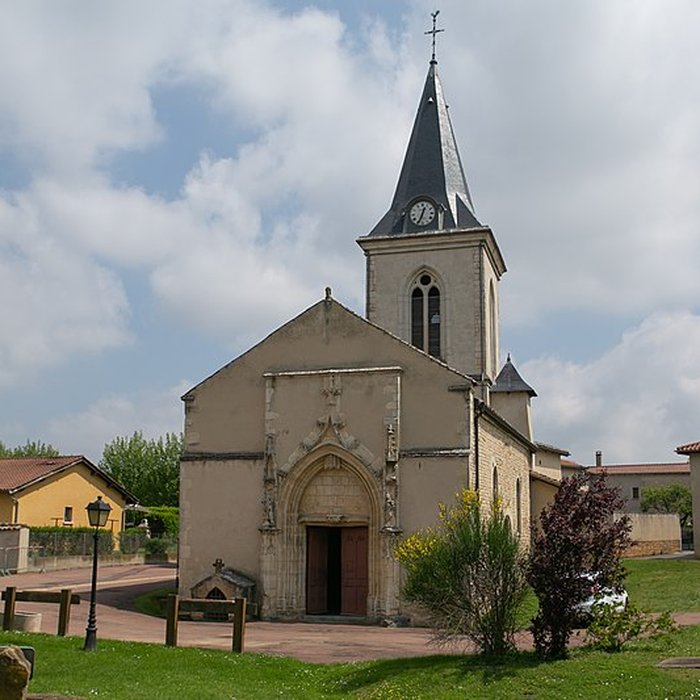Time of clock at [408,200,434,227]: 12:34
